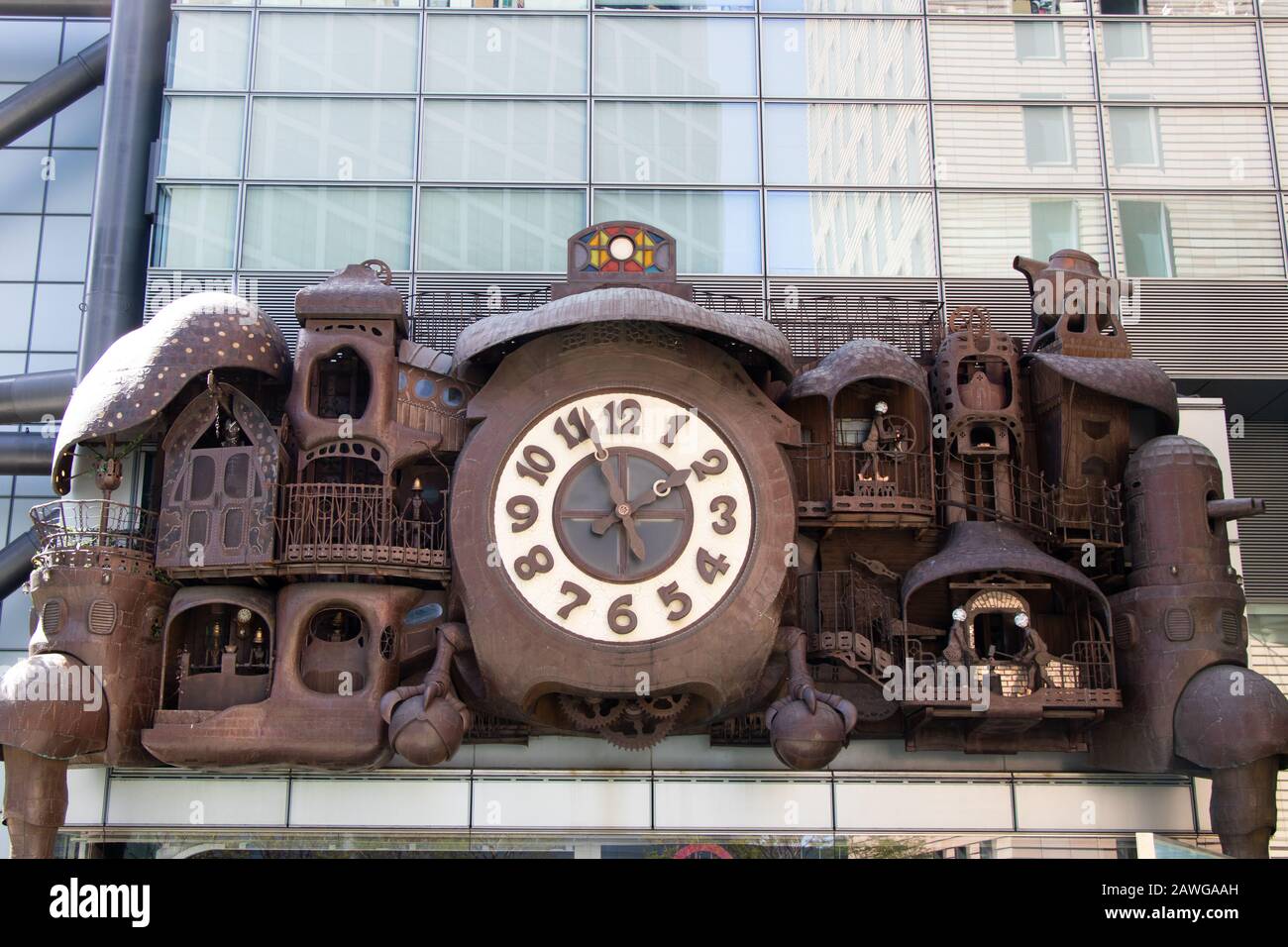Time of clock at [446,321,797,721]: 1:56
